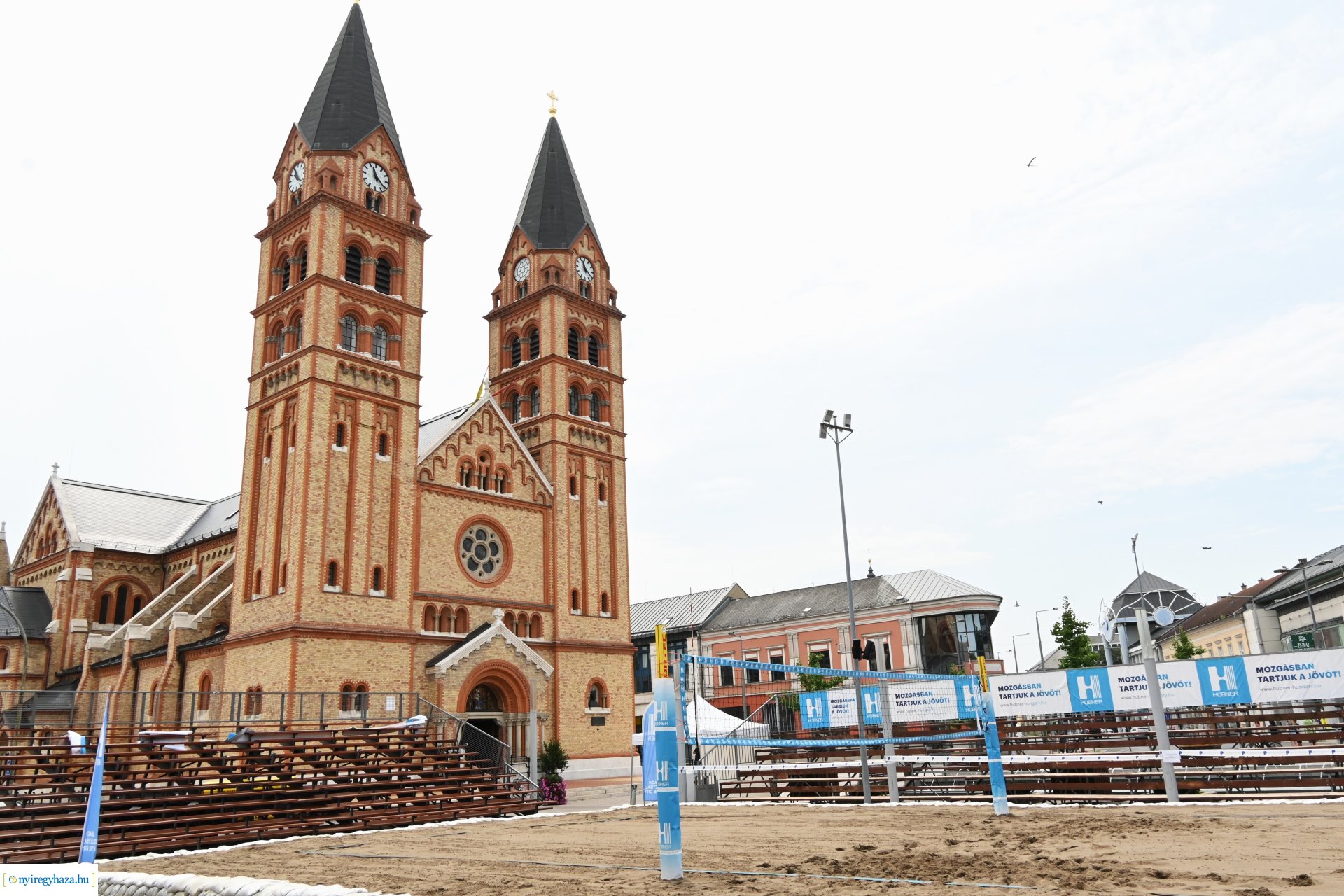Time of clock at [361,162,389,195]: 11:21
